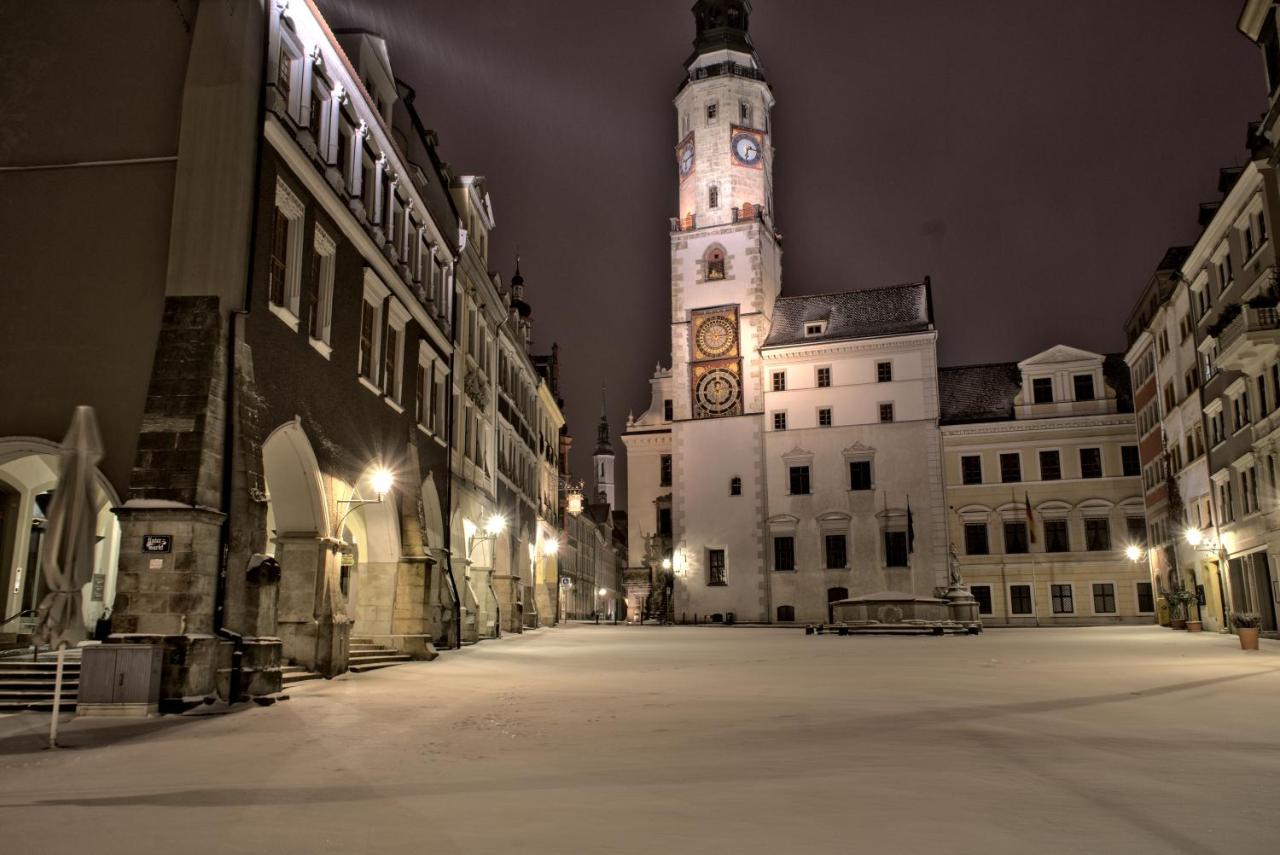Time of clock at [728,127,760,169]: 6:15
